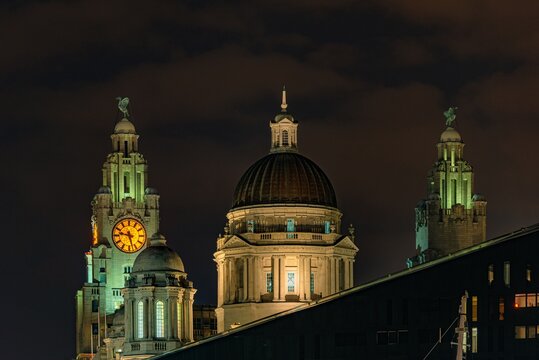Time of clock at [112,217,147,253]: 9:27
